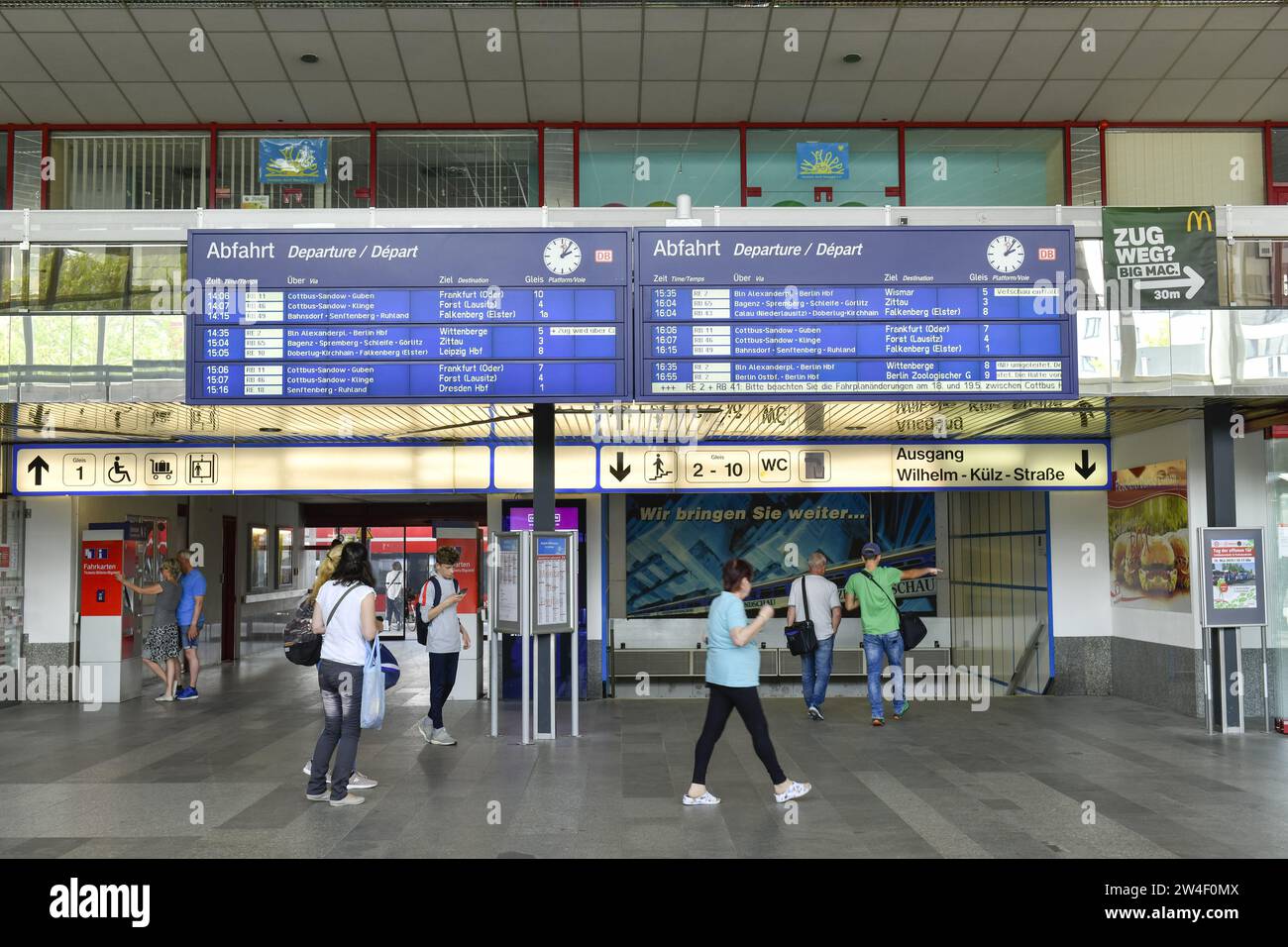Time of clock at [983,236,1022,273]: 2:06
